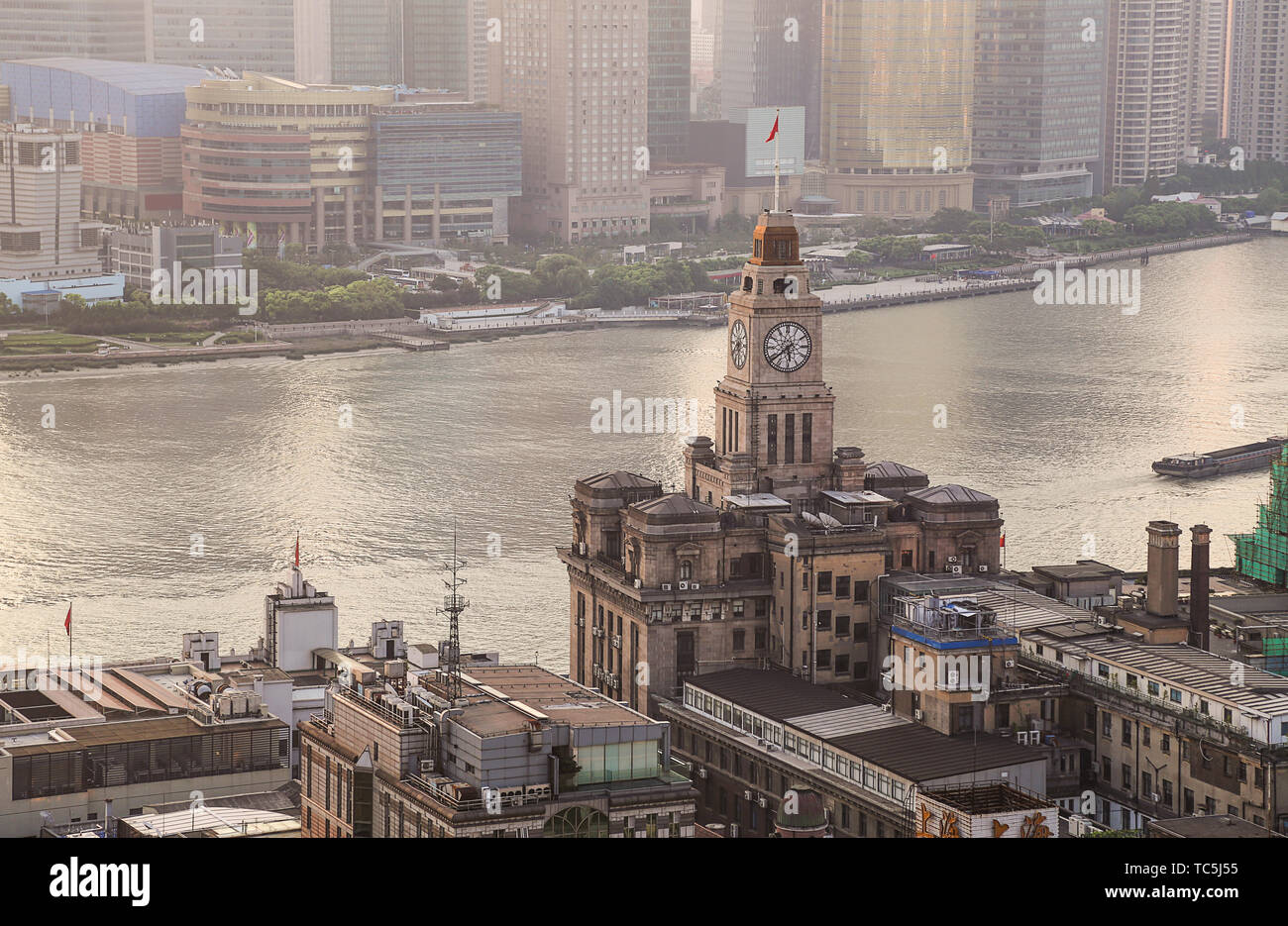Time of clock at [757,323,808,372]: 5:38
